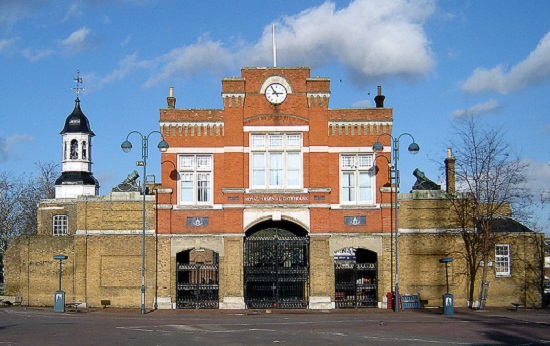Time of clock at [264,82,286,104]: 2:54
